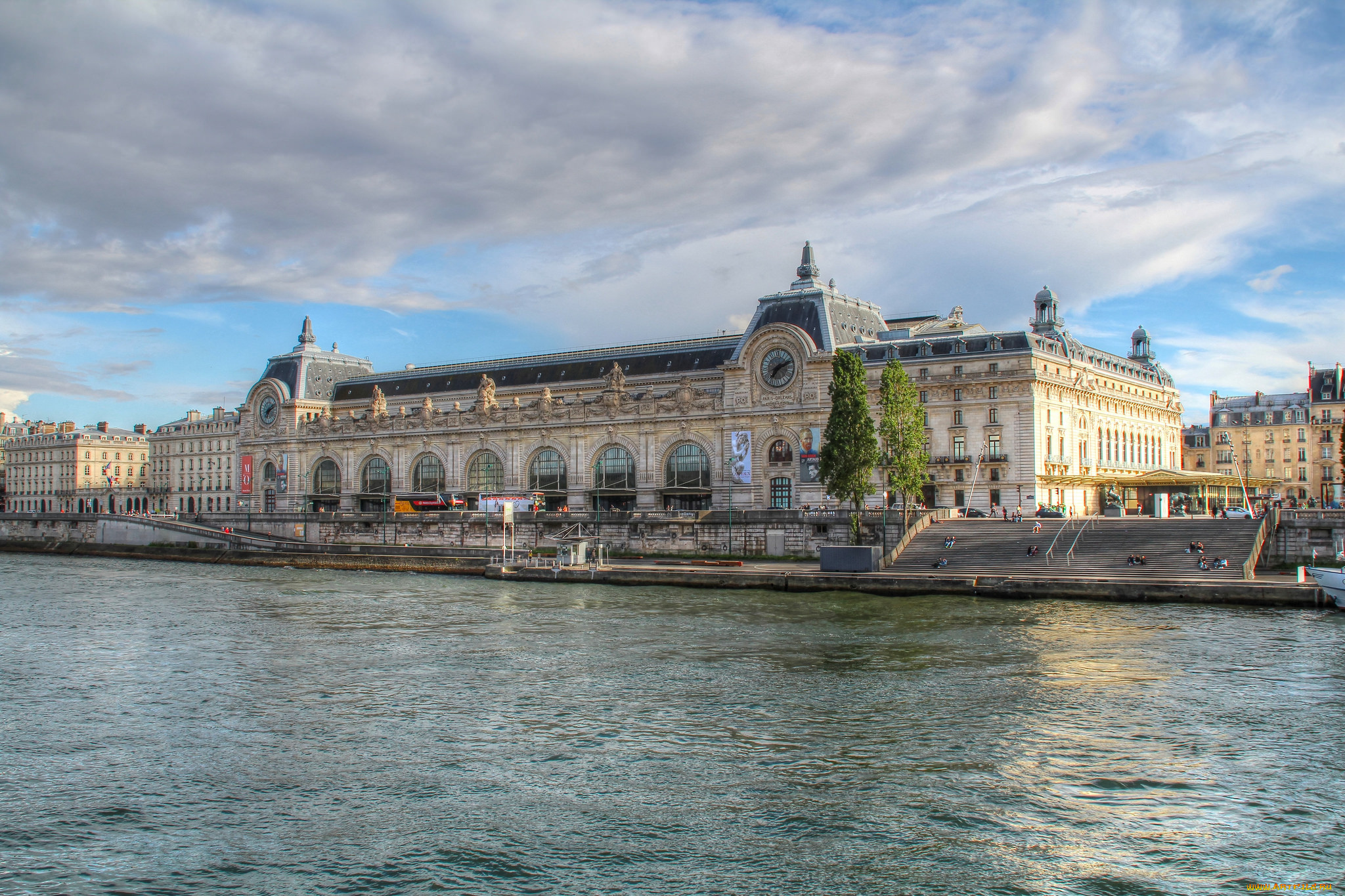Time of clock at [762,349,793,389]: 7:11
